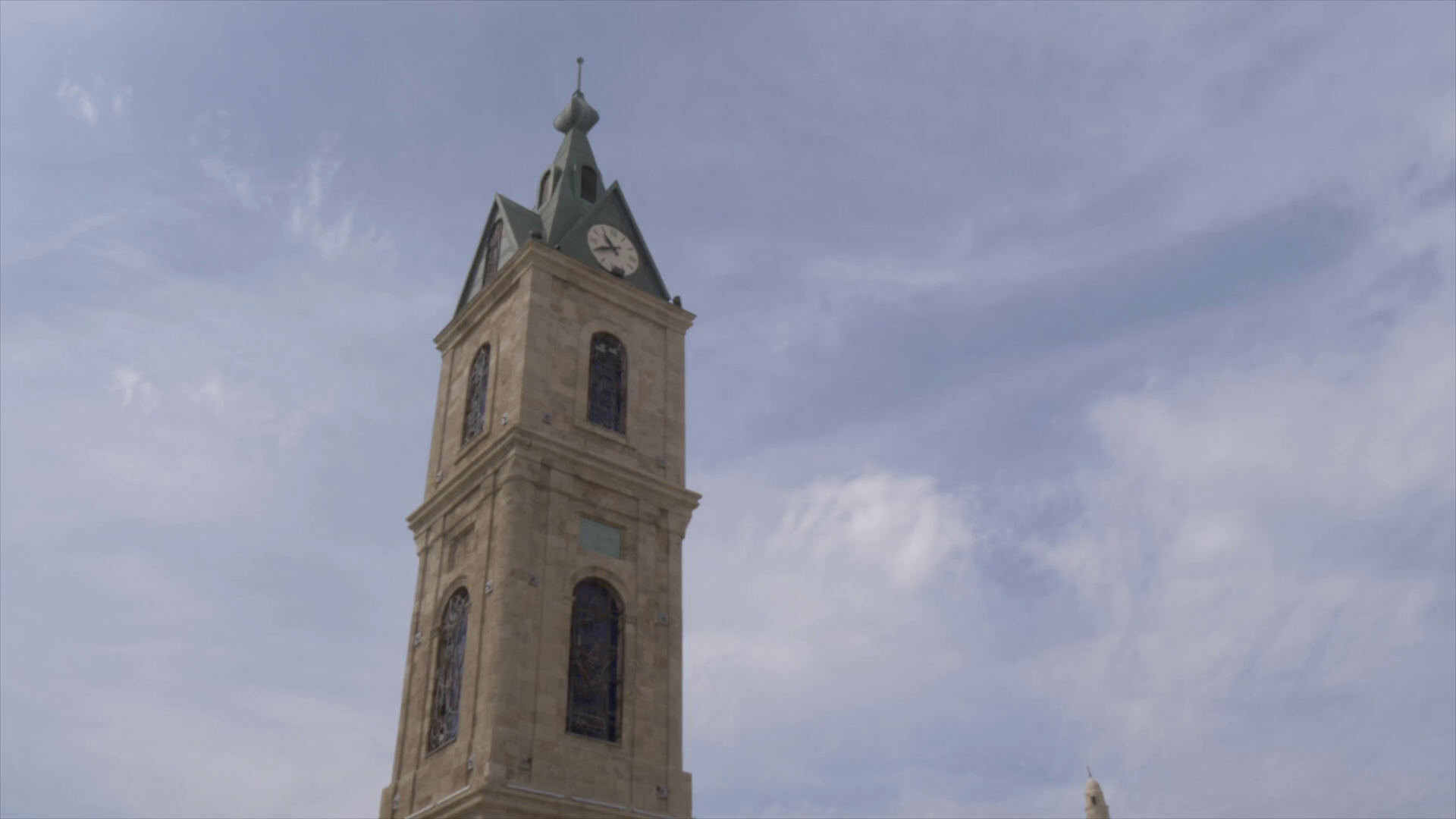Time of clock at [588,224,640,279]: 10:40
